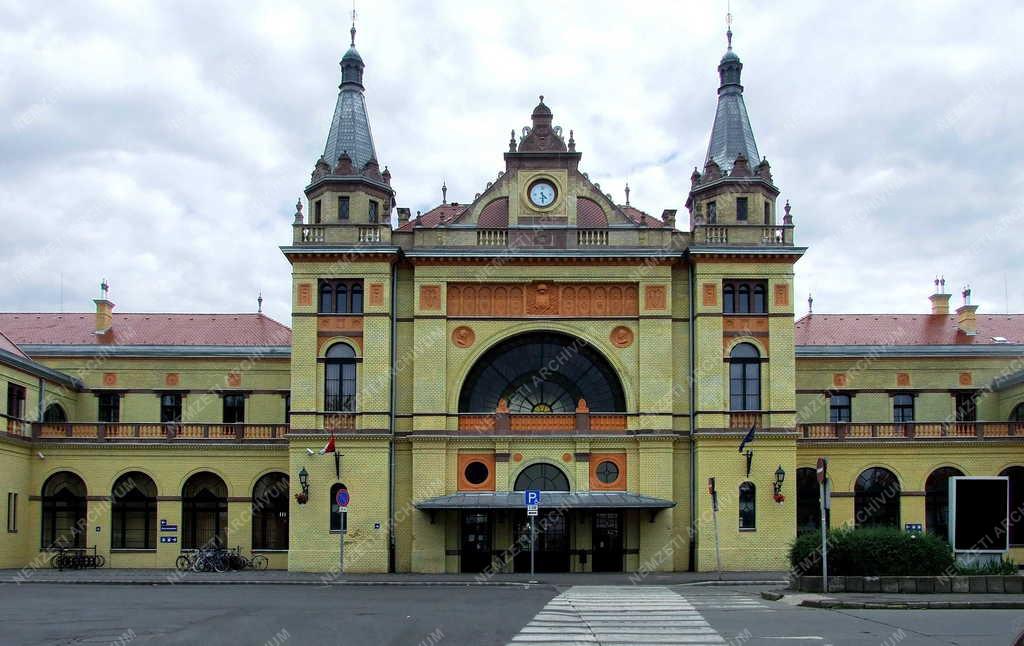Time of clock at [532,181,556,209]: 4:29
